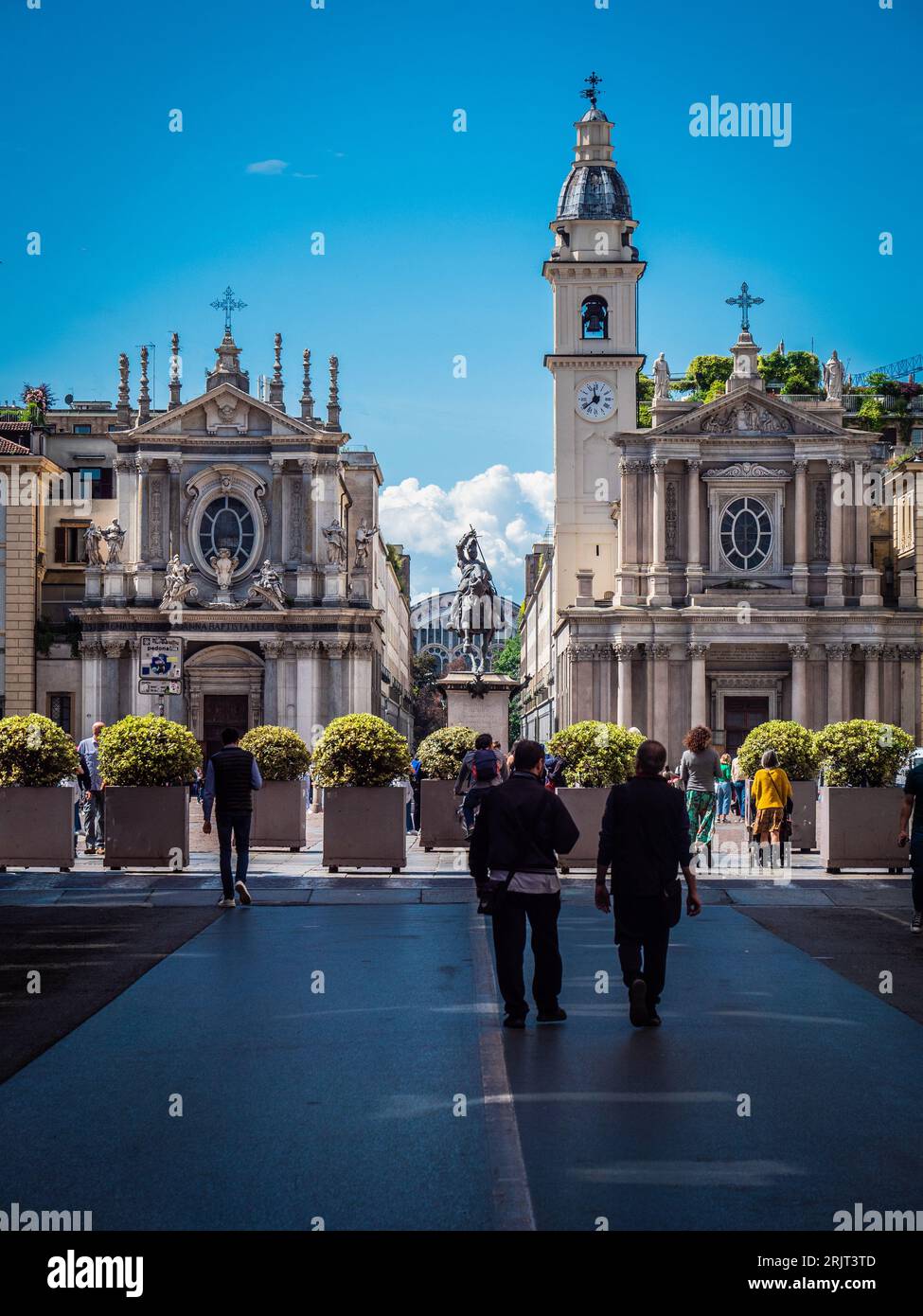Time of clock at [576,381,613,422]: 11:38
